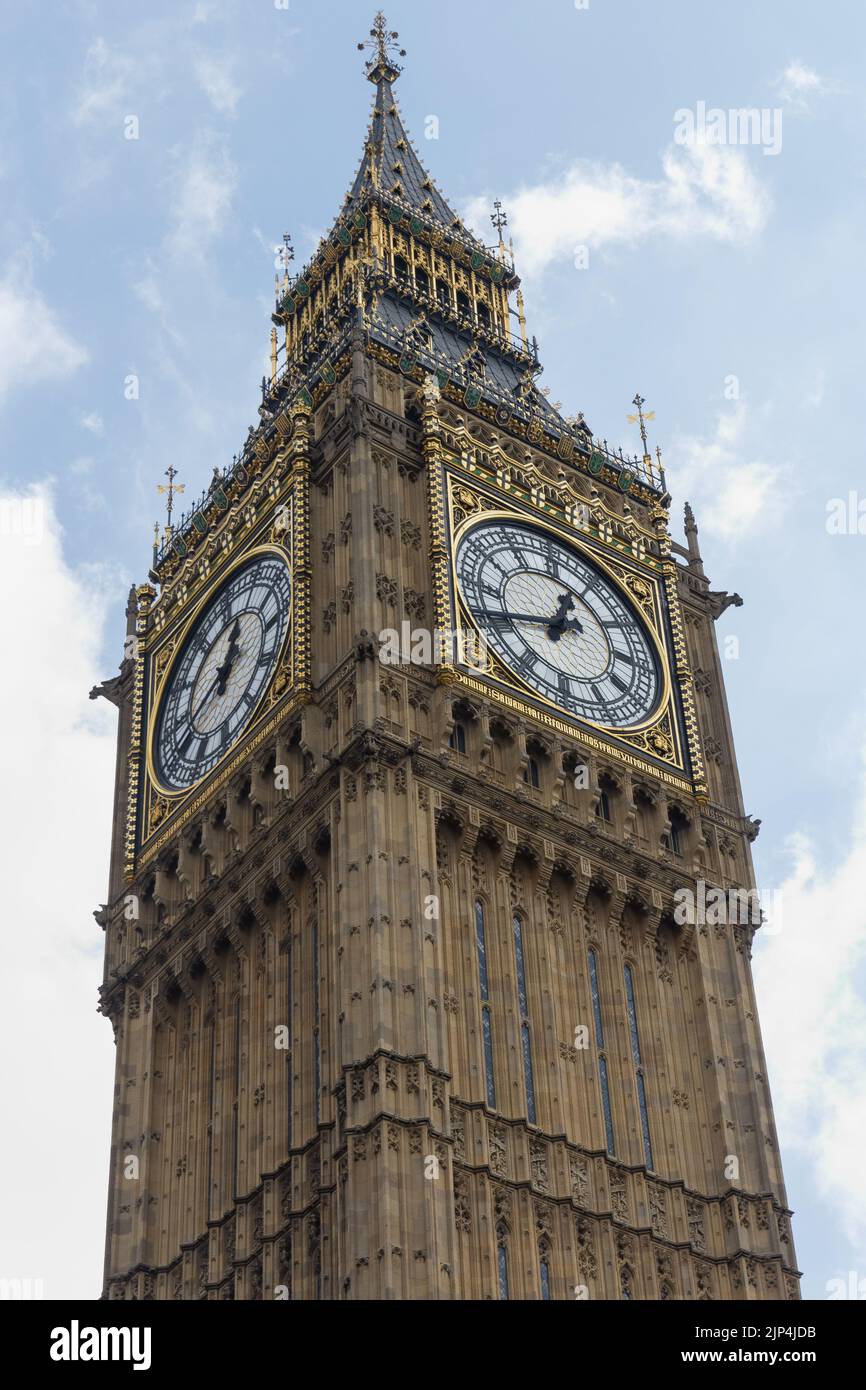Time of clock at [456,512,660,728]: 12:41
